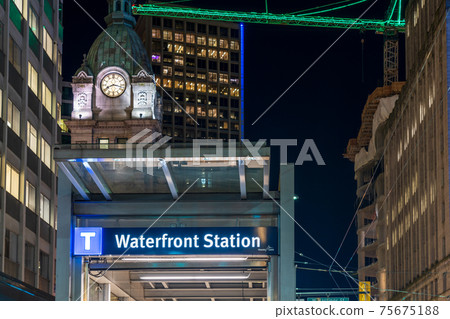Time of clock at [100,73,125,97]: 8:17
